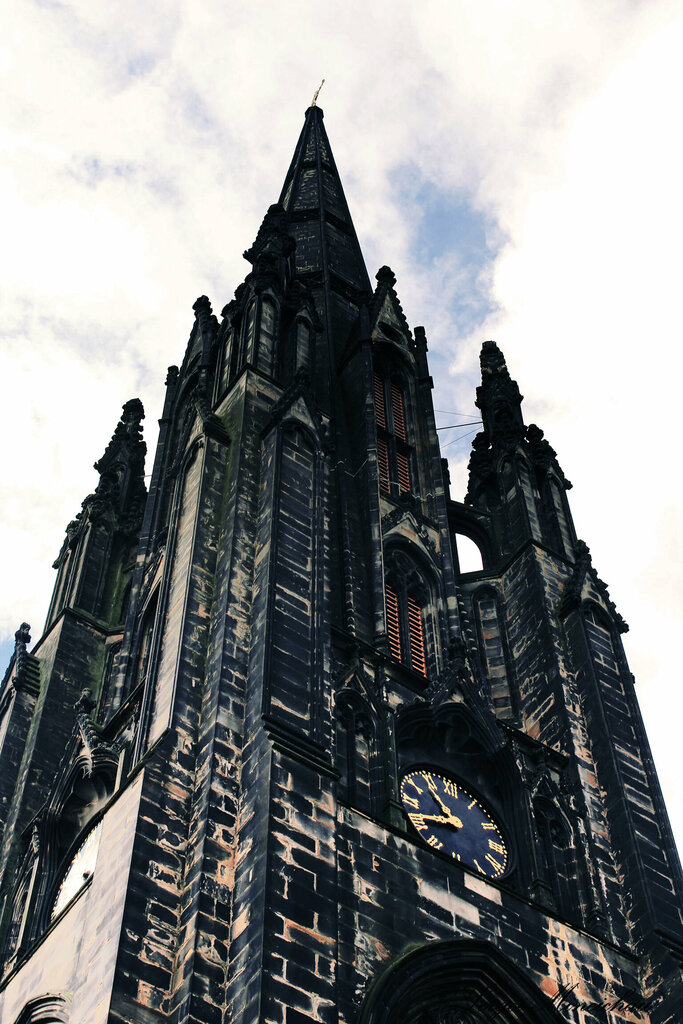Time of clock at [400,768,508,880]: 10:41
